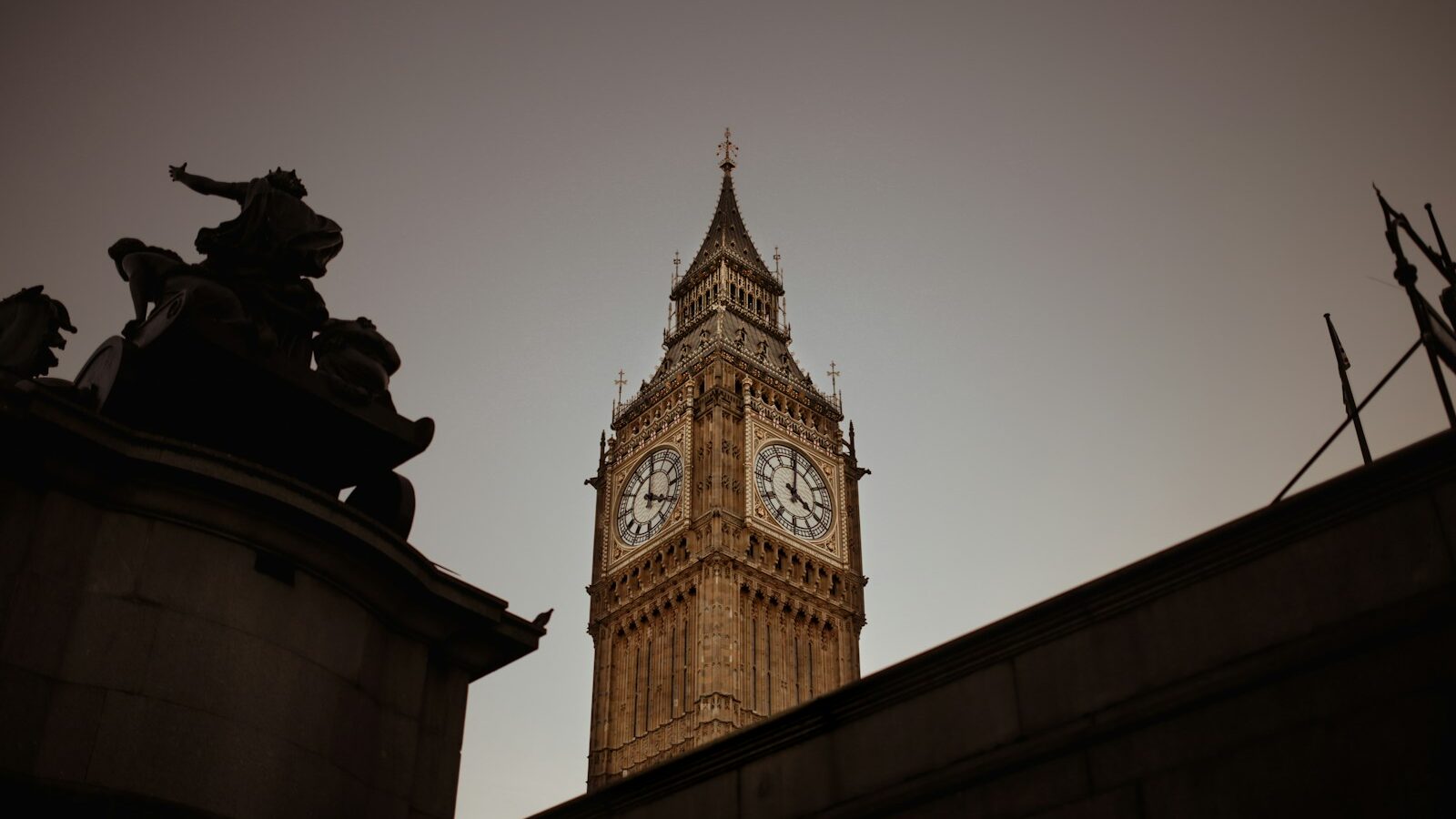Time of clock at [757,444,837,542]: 4:00
